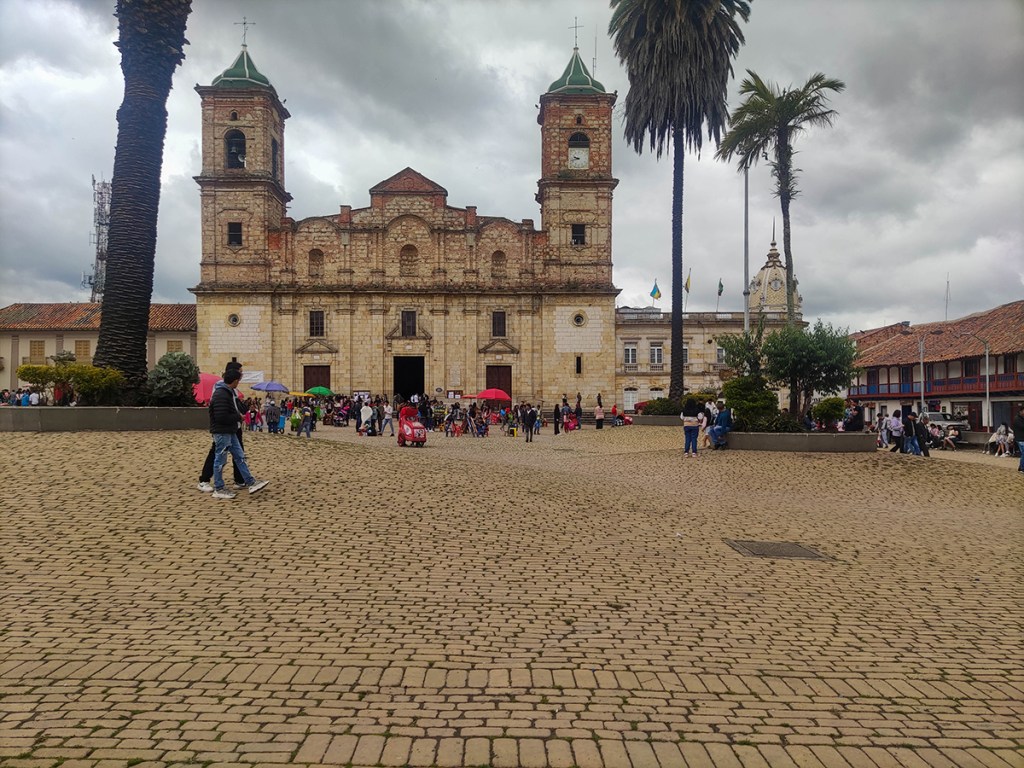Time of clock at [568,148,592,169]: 9:42
